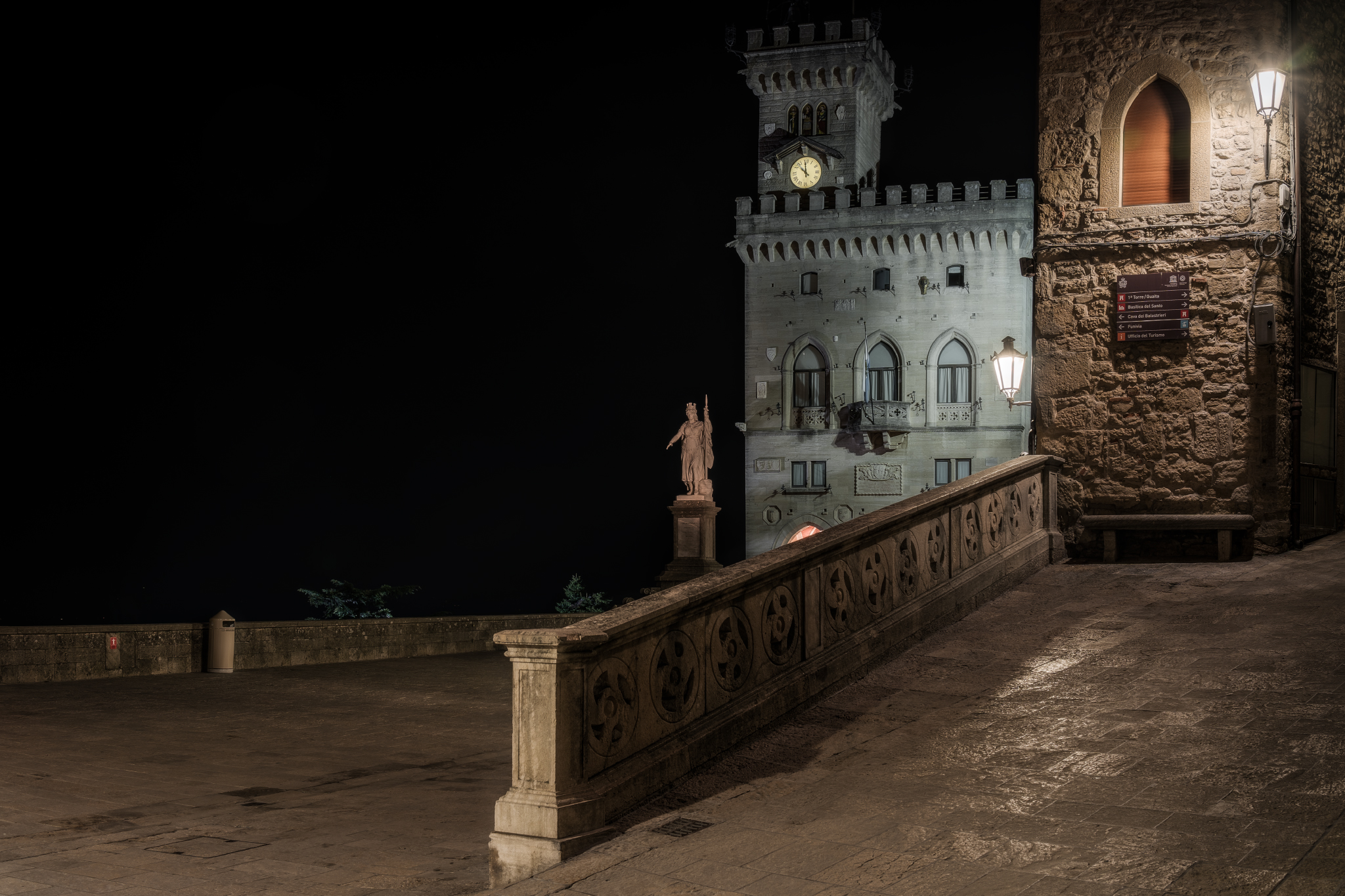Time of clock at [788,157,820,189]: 11:52
